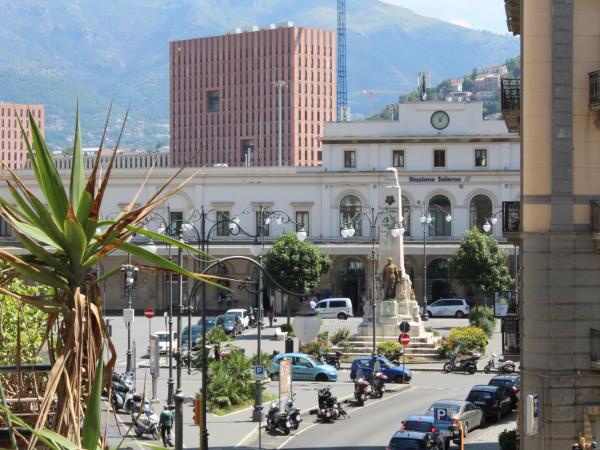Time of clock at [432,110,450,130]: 11:04
